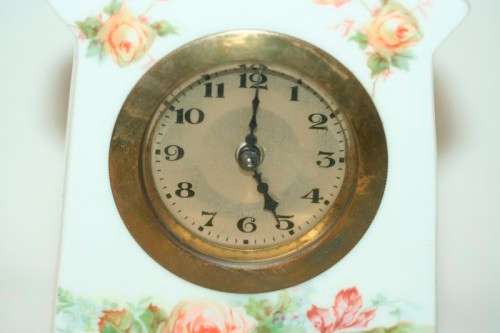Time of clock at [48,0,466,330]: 5:00
